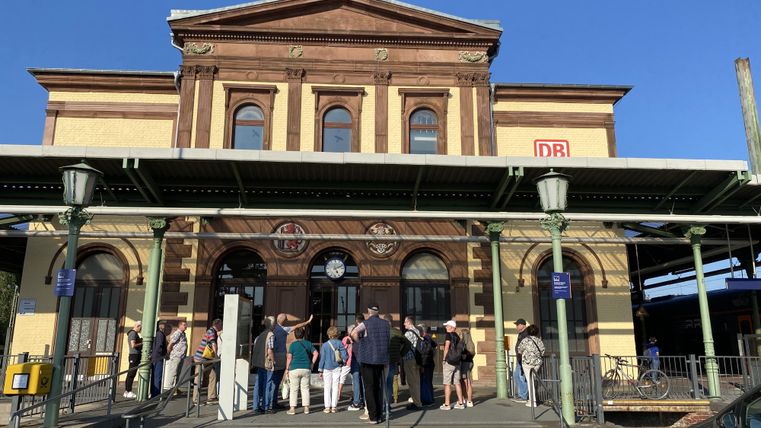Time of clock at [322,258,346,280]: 5:11
